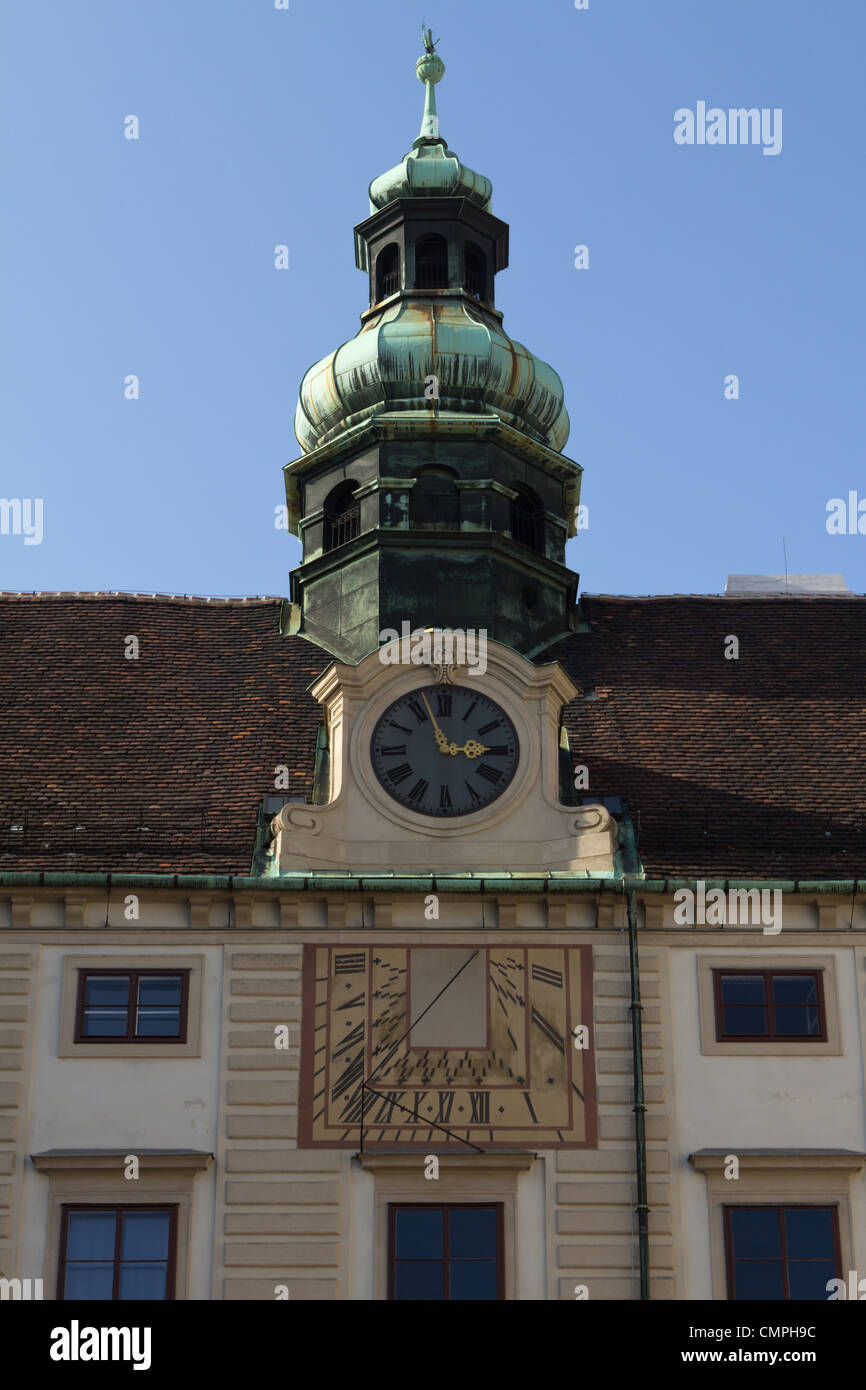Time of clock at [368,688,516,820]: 2:56
